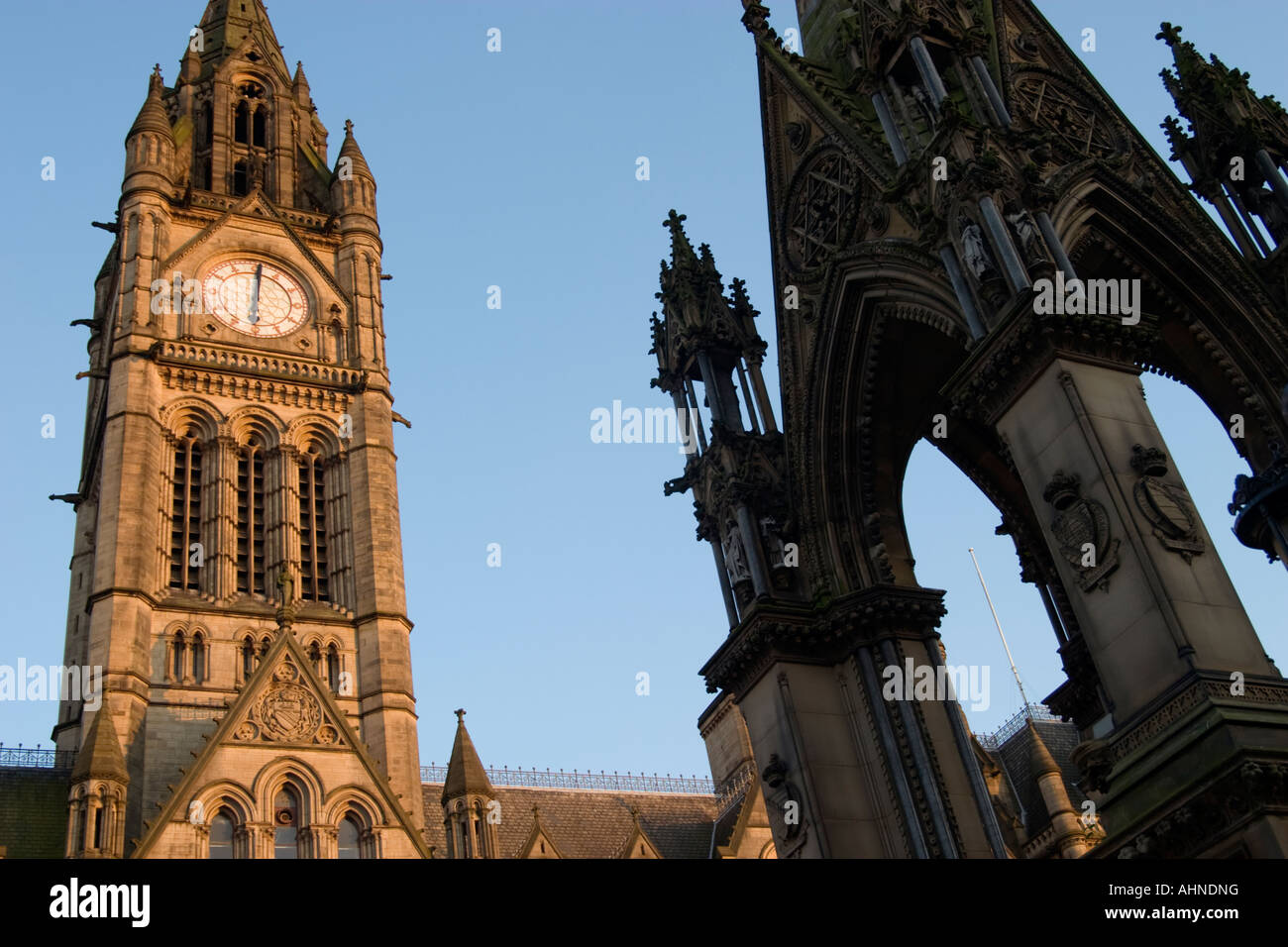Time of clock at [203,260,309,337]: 6:00
